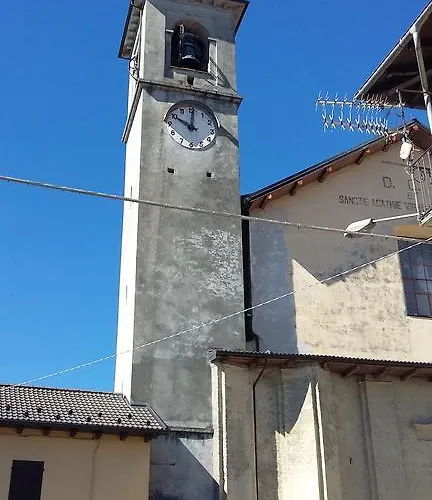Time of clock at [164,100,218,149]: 10:00
